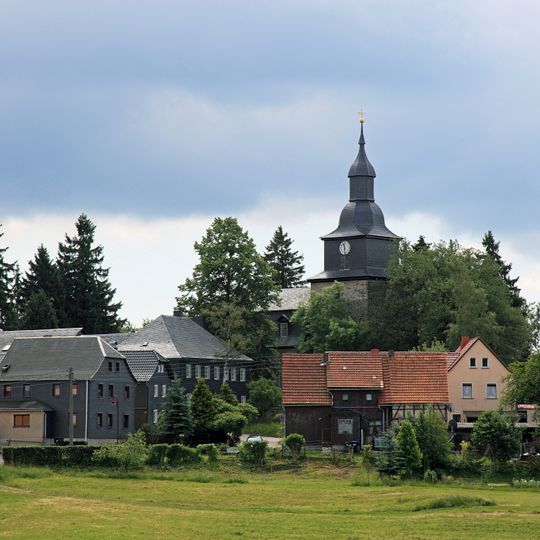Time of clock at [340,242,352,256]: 11:28
